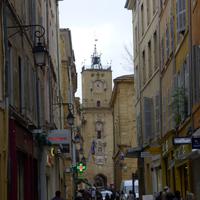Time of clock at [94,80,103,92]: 4:04
